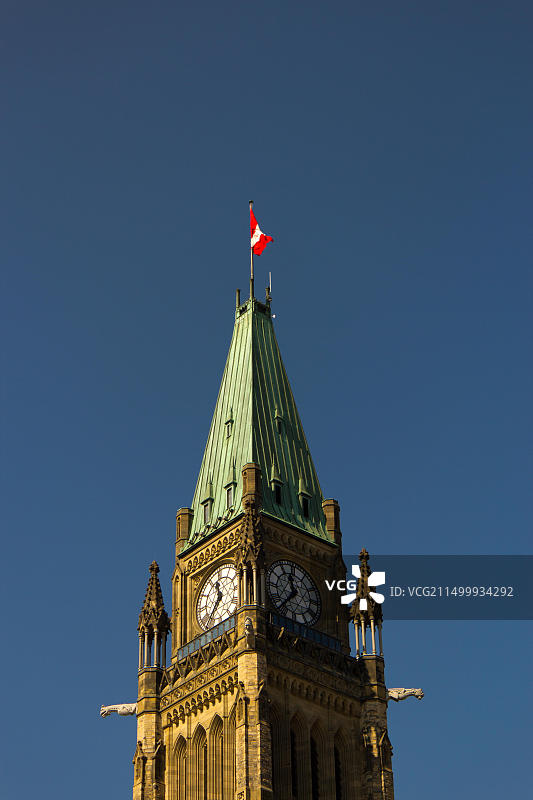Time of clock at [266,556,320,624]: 11:36
